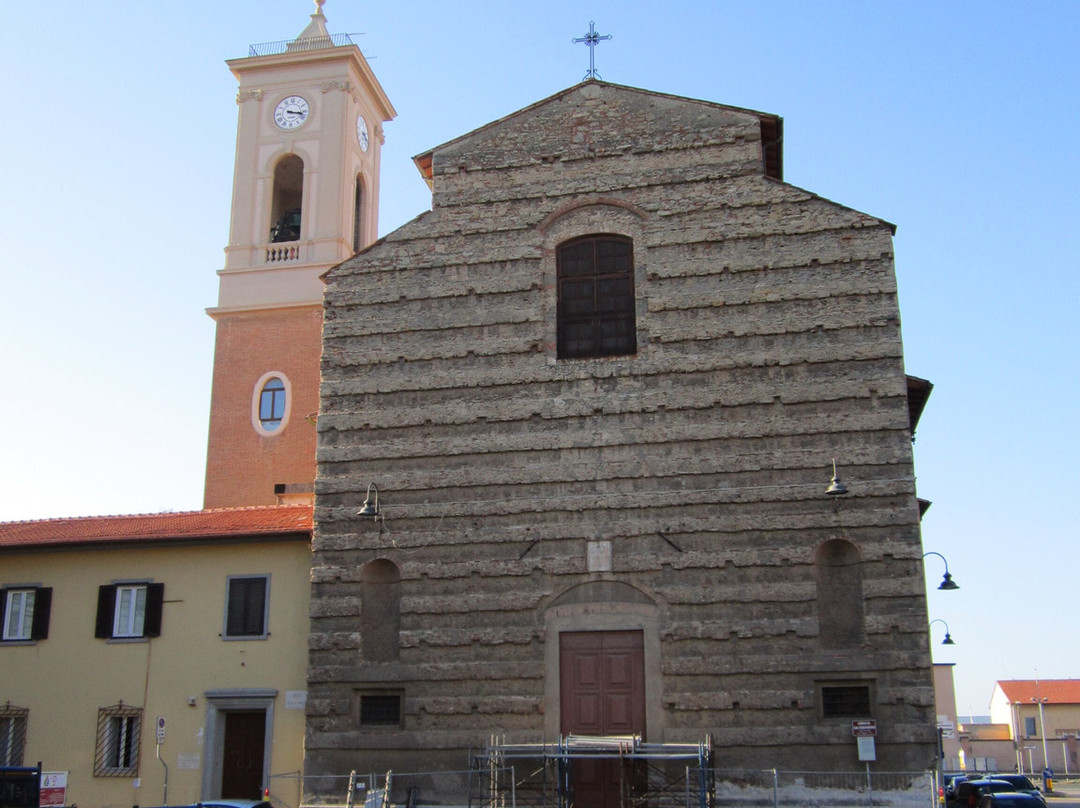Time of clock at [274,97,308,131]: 3:17
